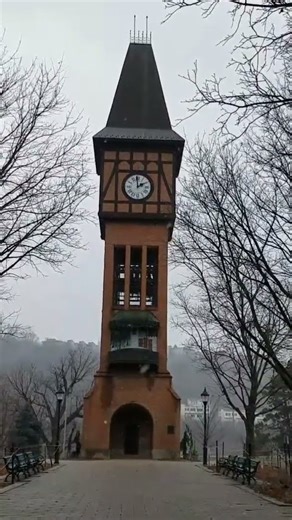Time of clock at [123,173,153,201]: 1:59
